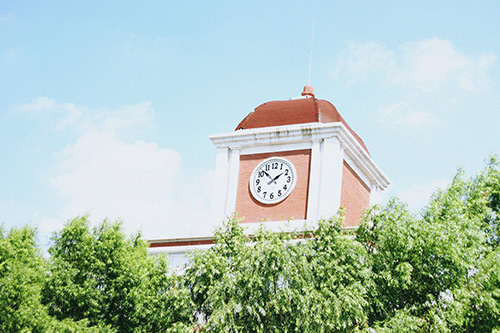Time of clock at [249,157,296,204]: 1:52
